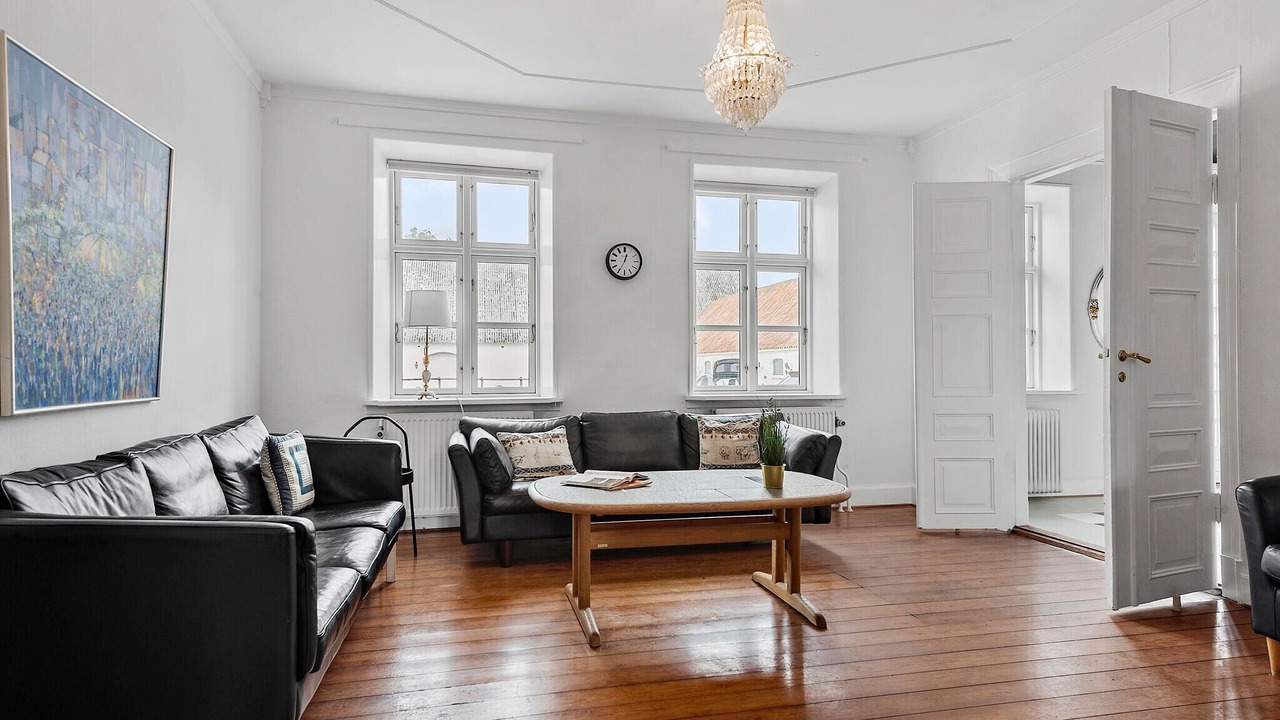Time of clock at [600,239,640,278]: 12:34
